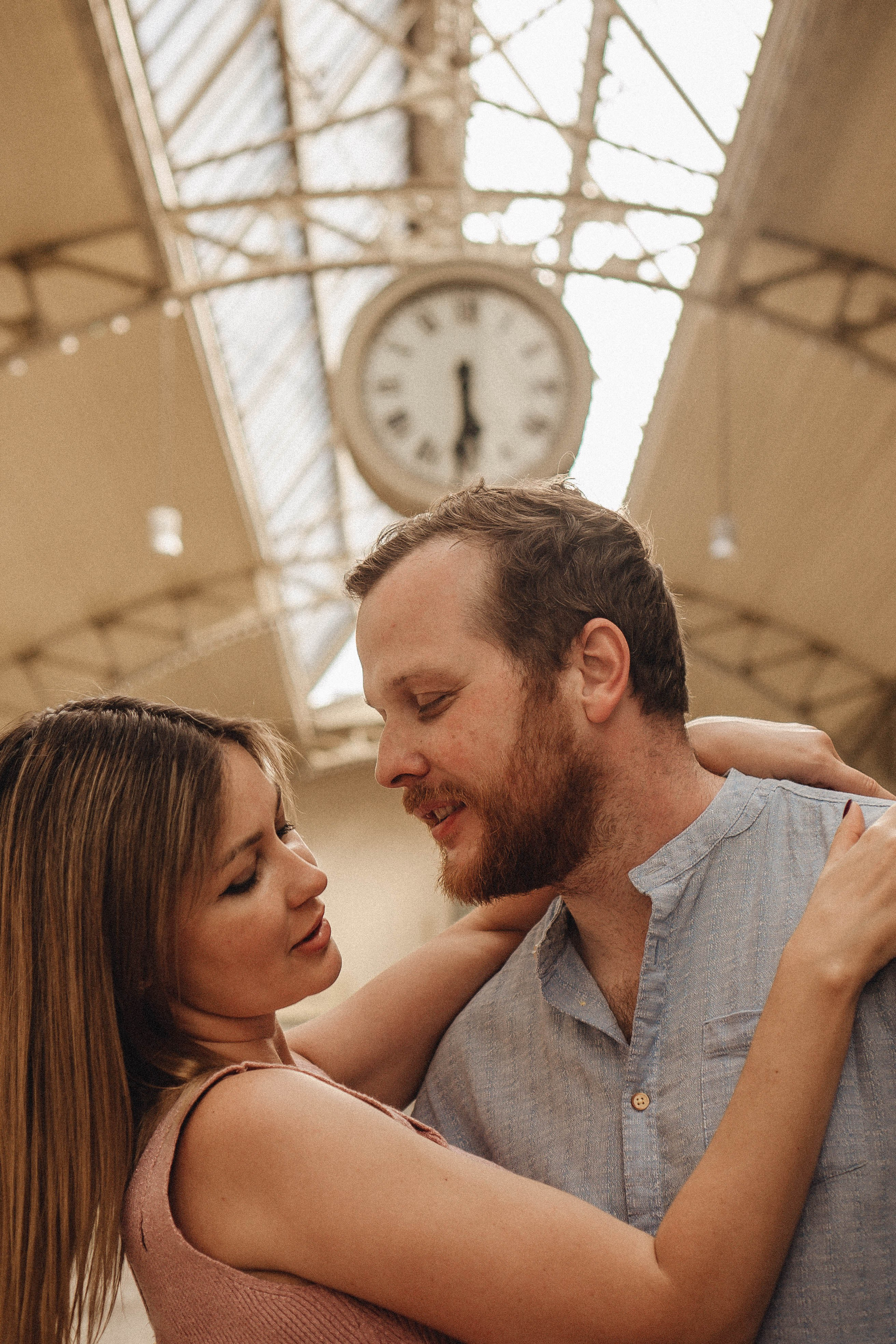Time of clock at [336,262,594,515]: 5:29
